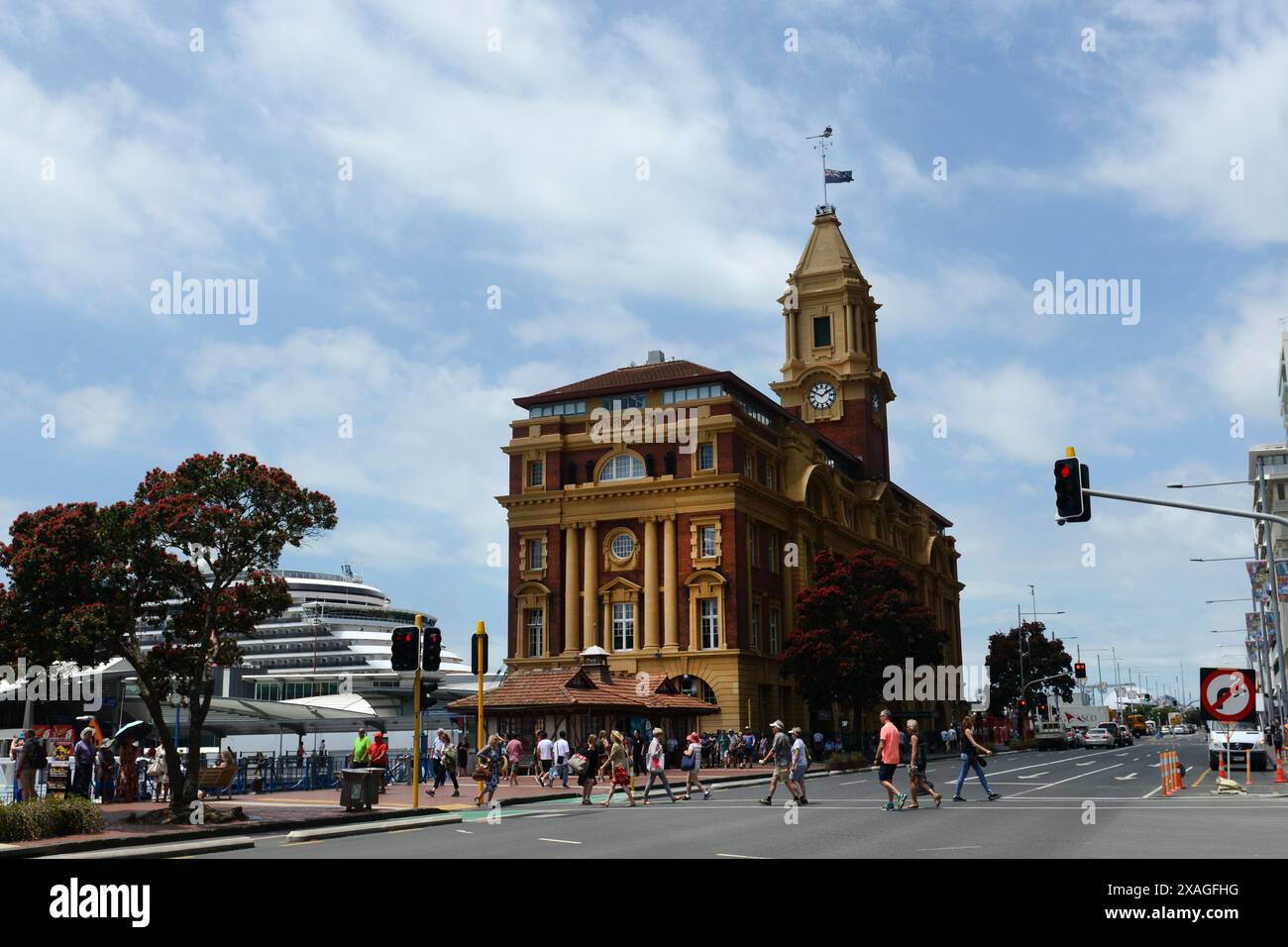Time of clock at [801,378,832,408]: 1:49
